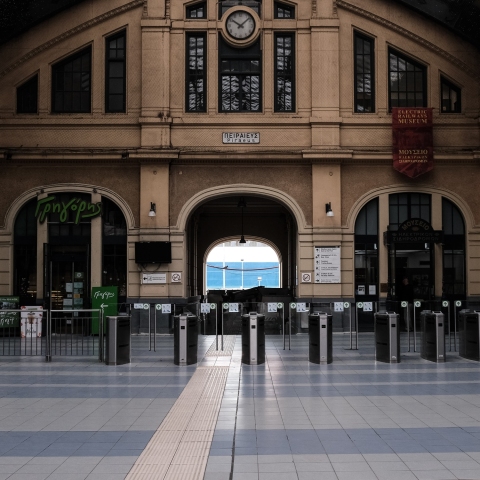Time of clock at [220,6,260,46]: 10:07
